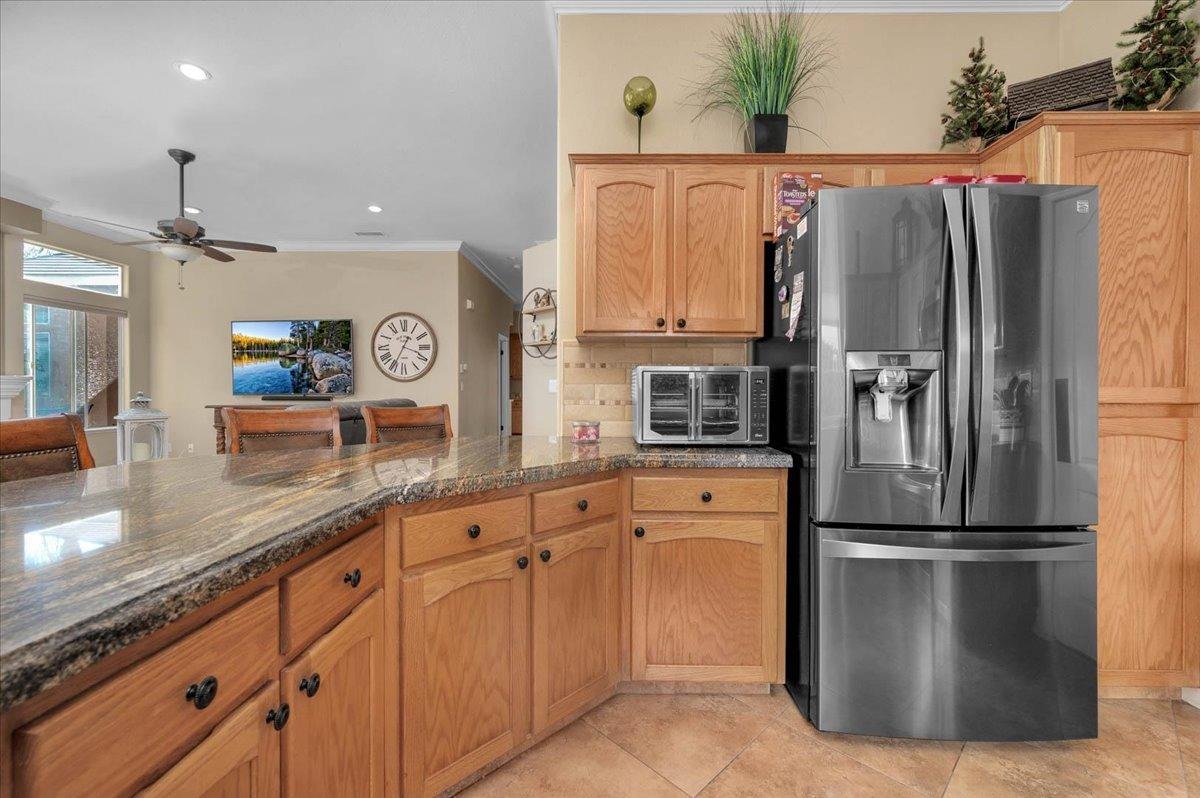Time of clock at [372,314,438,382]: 3:34
